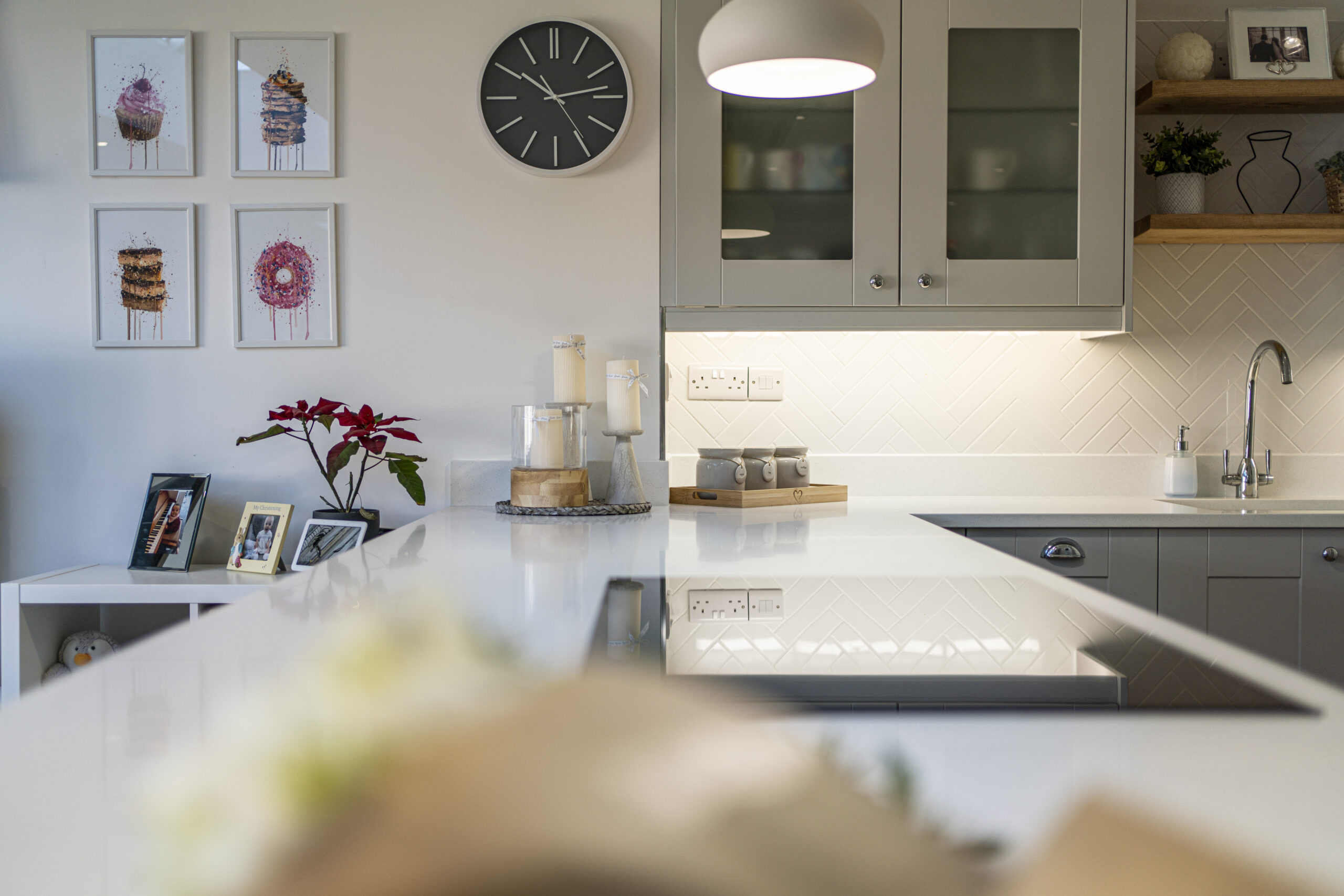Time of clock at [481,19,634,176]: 10:13
